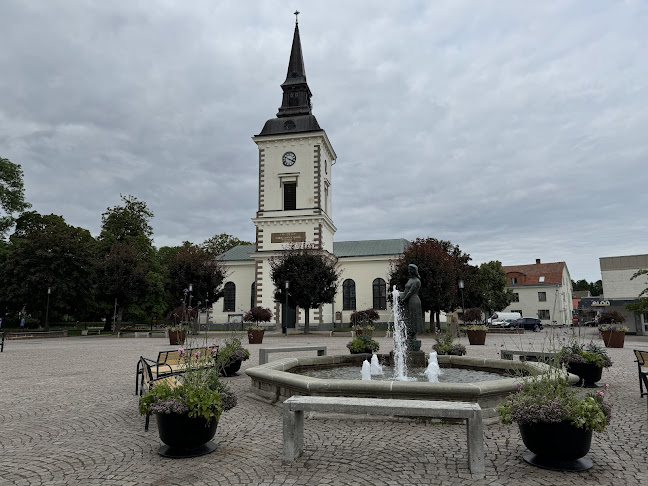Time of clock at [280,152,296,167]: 3:48
